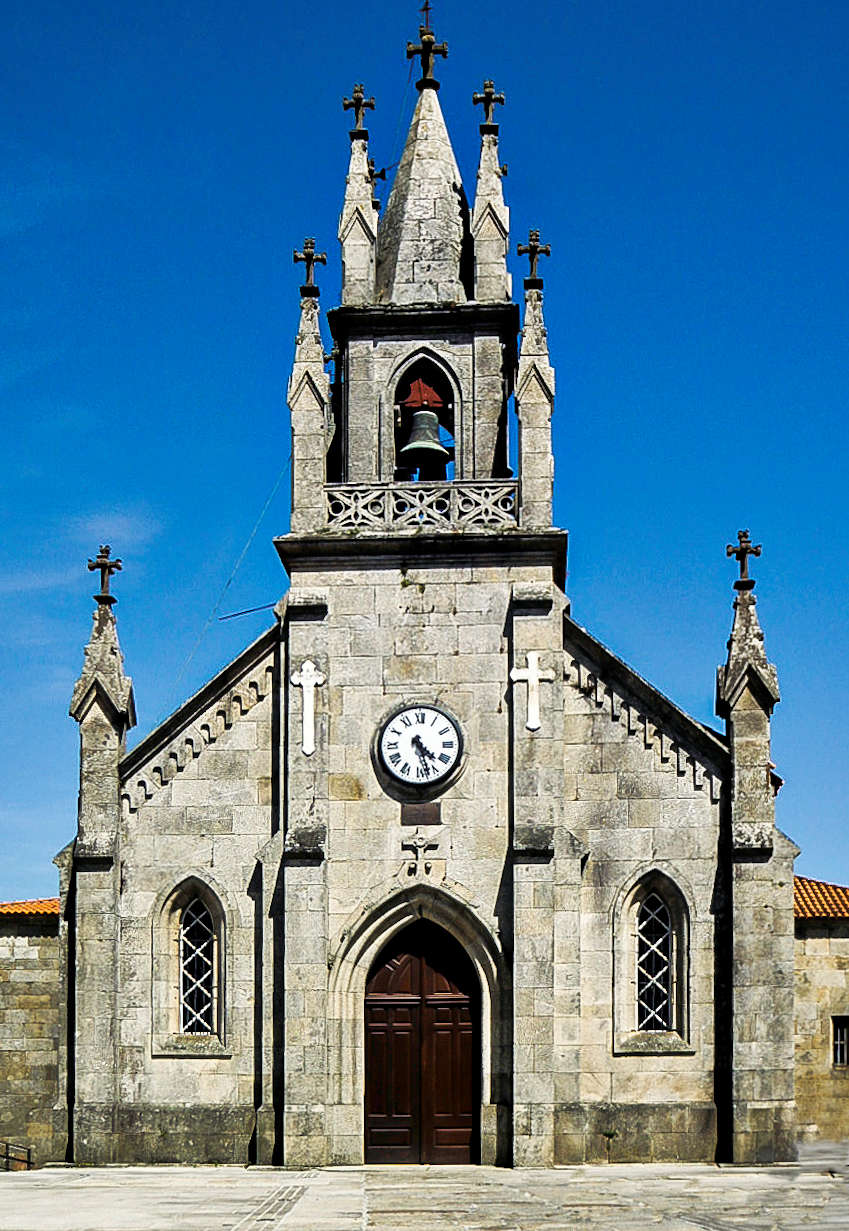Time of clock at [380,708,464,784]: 4:27
